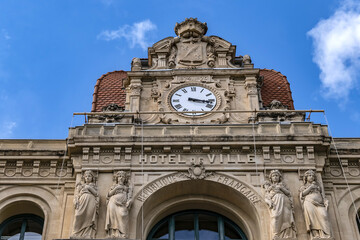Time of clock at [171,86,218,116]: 3:17
